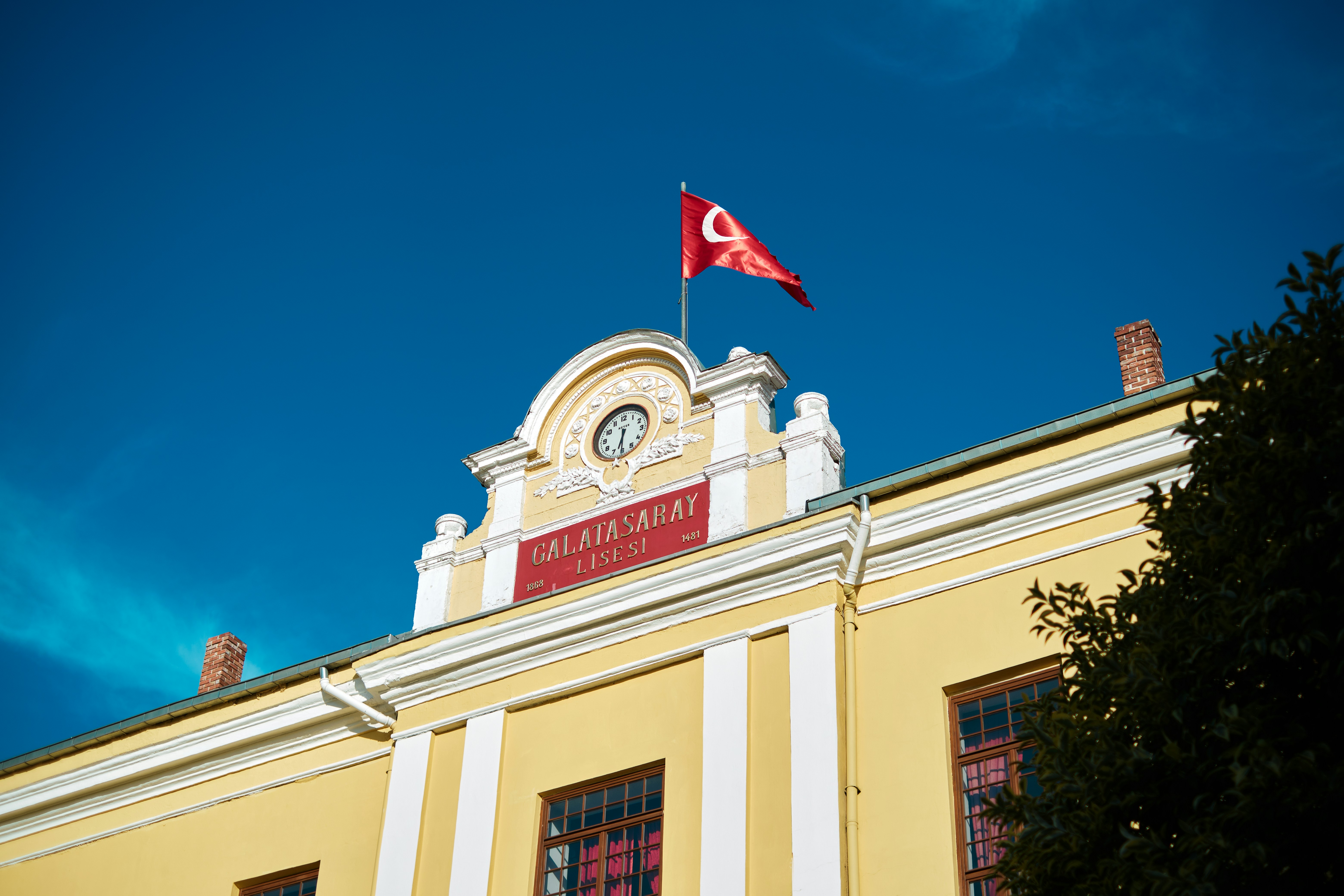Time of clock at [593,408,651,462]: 6:30
